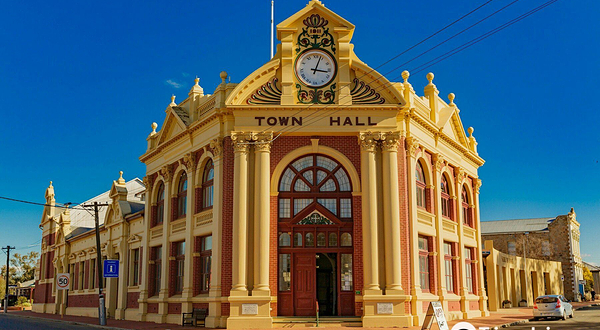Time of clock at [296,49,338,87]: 3:03
